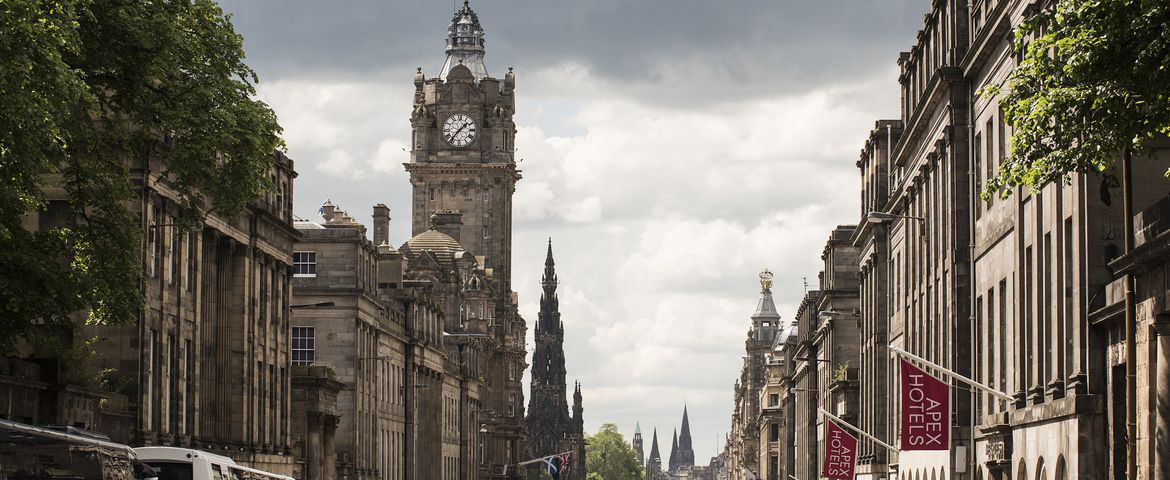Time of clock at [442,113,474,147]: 1:36
